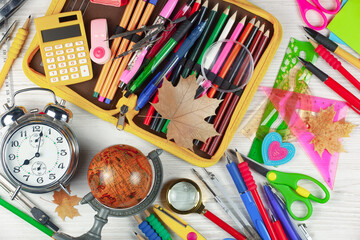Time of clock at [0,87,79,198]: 8:02
